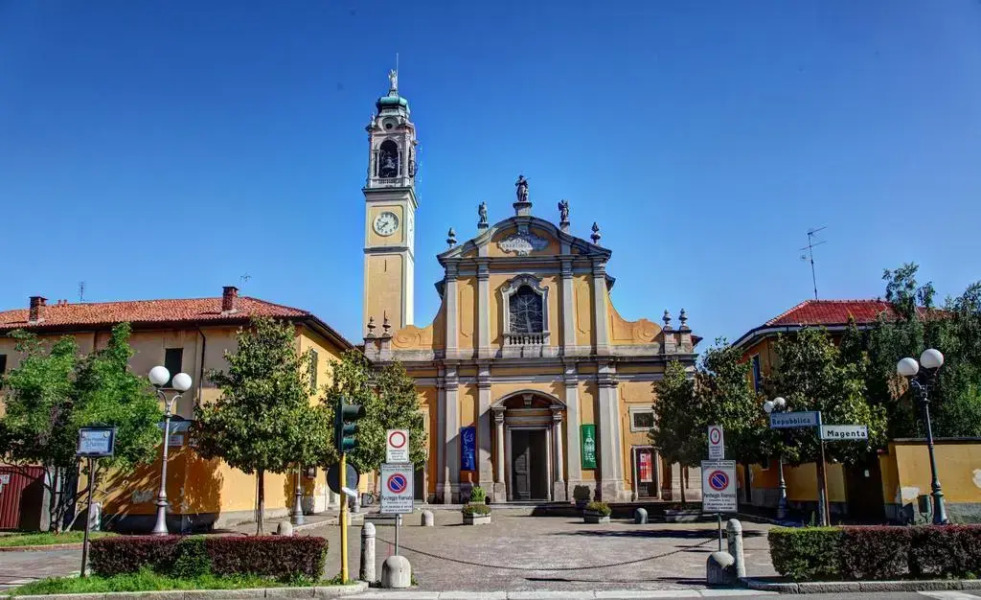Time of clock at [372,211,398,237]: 7:38
